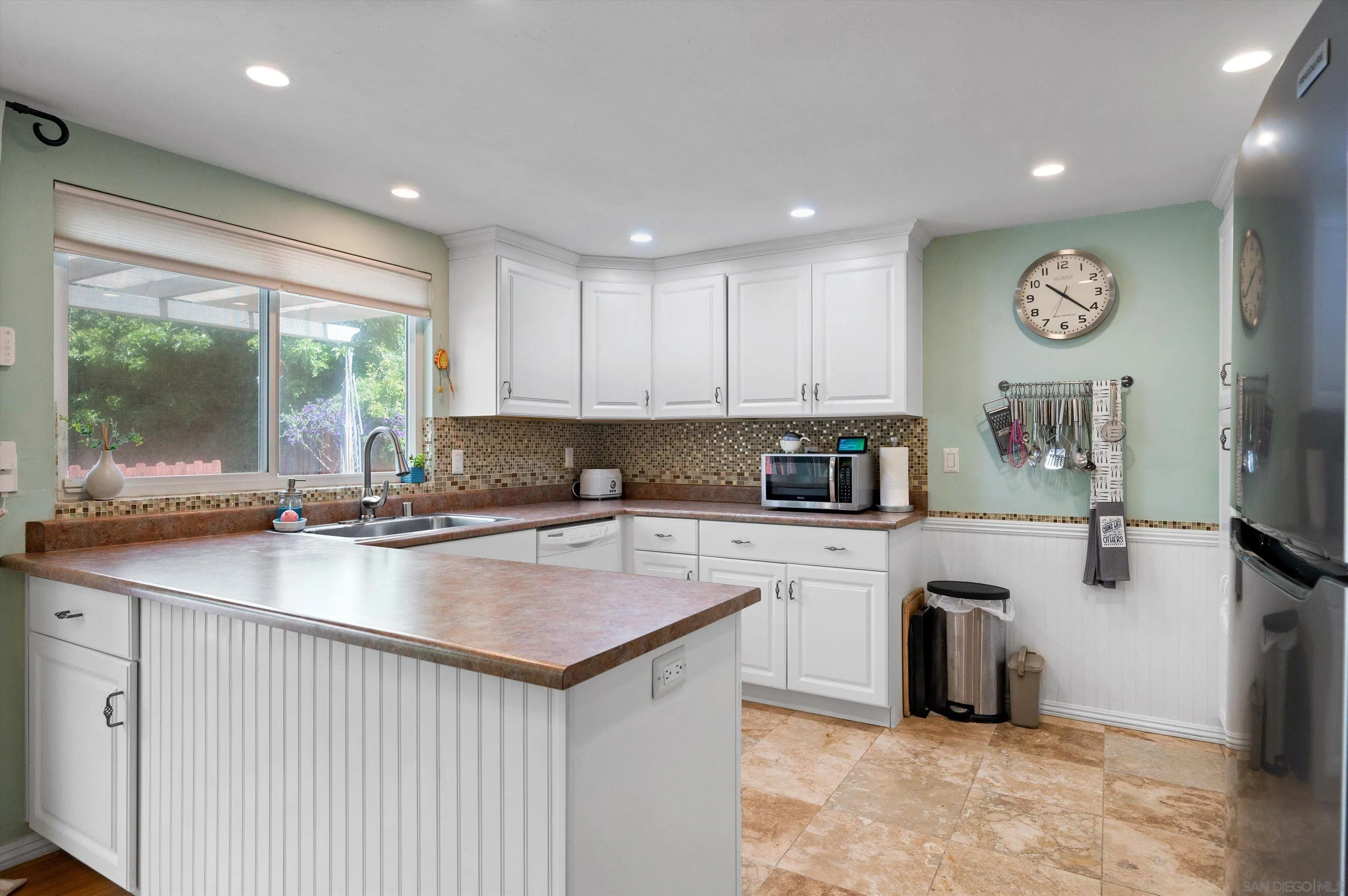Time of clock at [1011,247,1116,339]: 10:21
